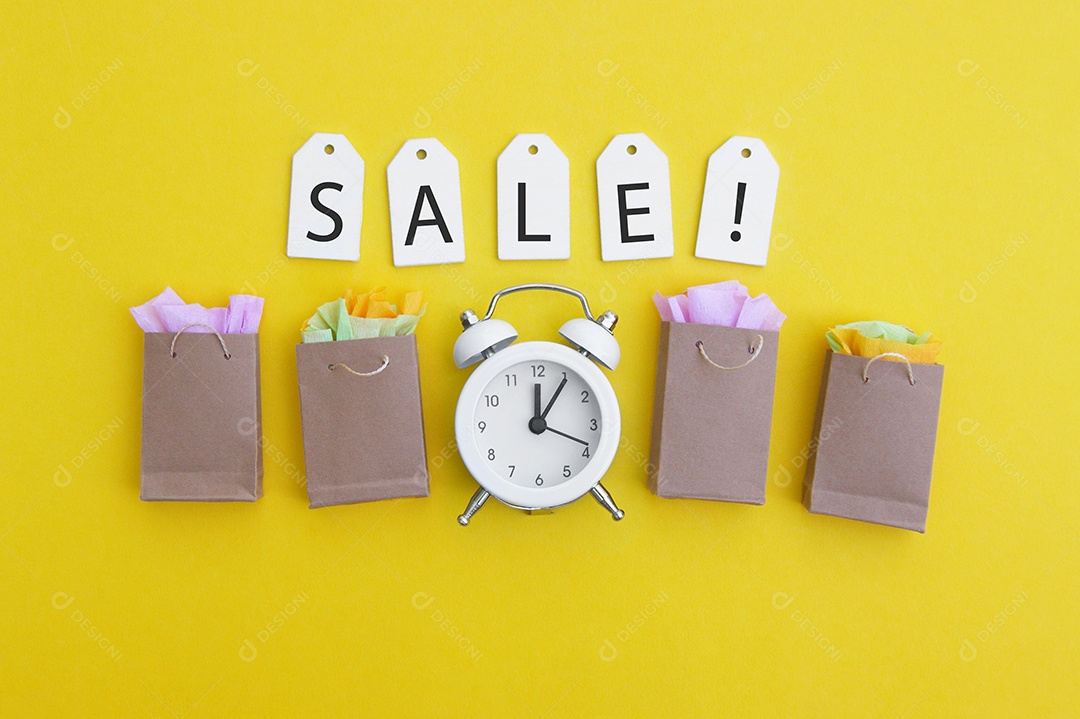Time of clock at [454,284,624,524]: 12:05
